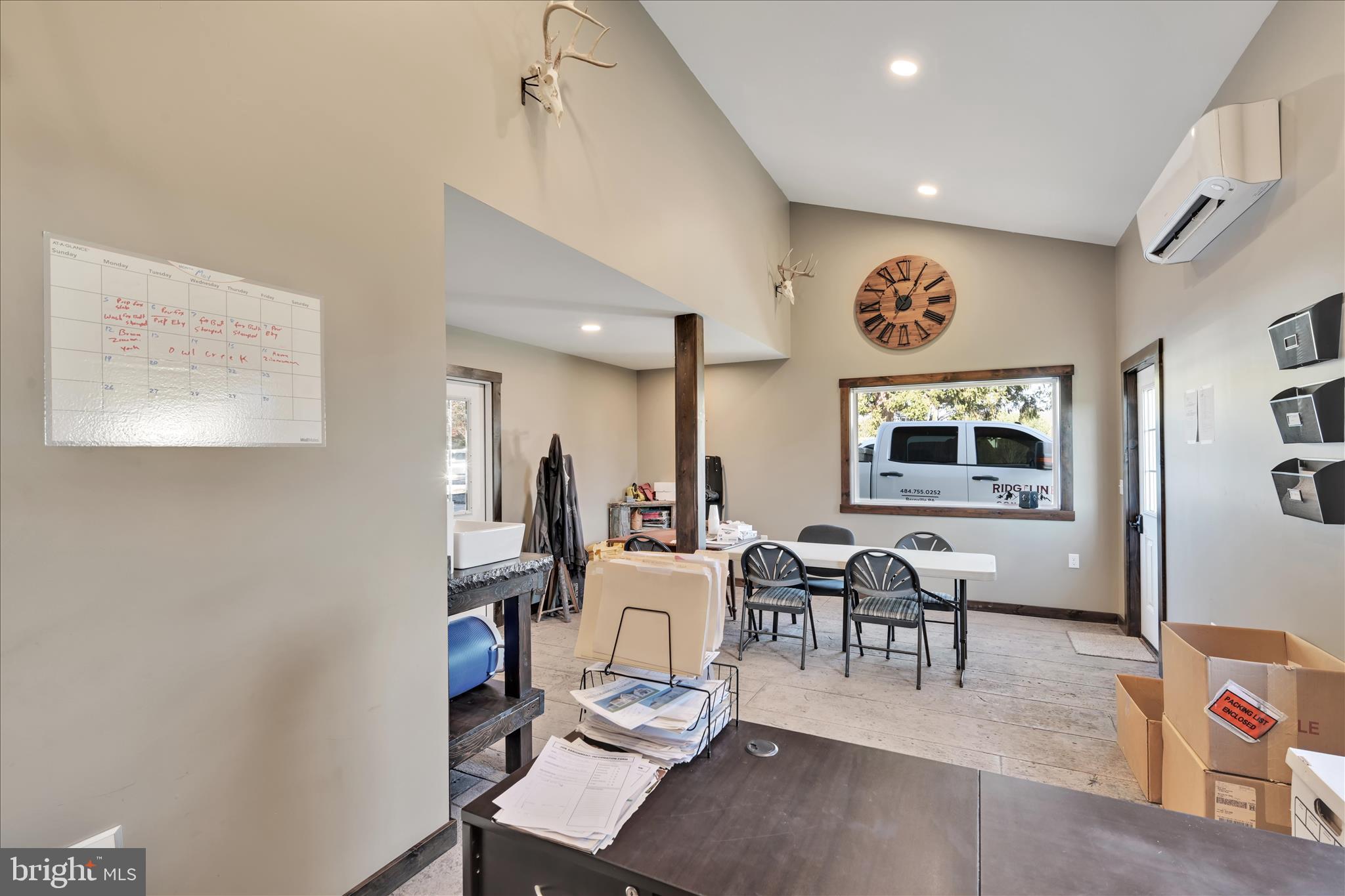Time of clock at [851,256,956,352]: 11:05
